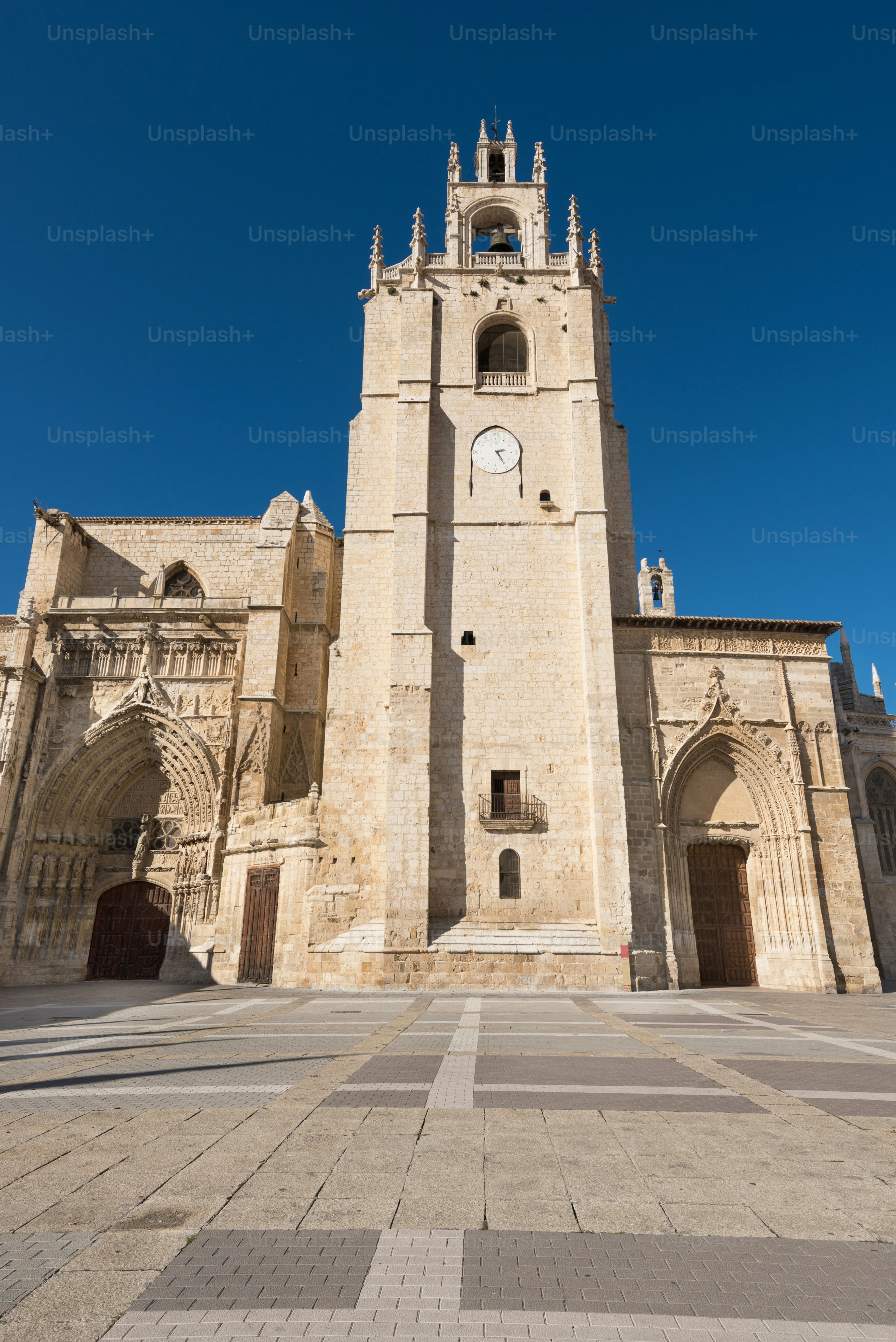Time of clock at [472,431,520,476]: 2:24
